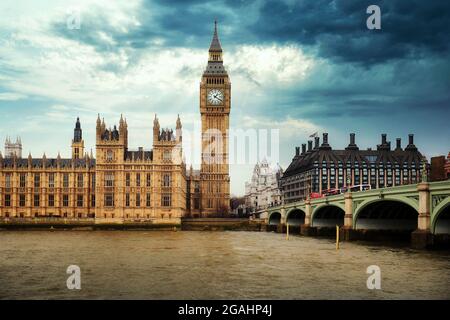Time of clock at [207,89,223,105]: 1:20
